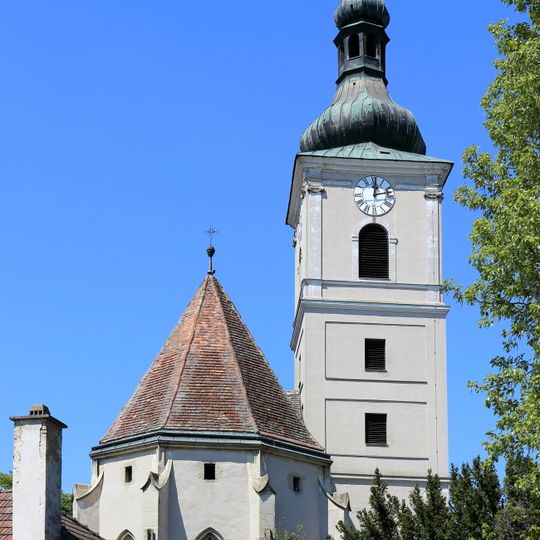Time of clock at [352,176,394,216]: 12:12
